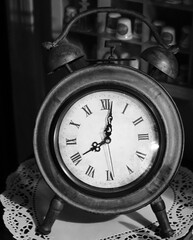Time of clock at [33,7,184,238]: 8:01
